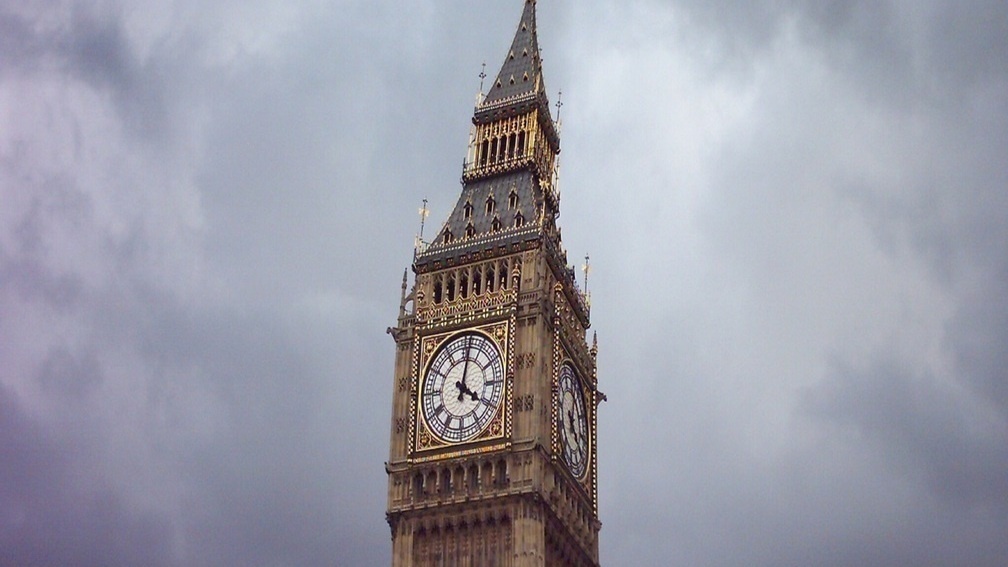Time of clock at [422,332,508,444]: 4:02
